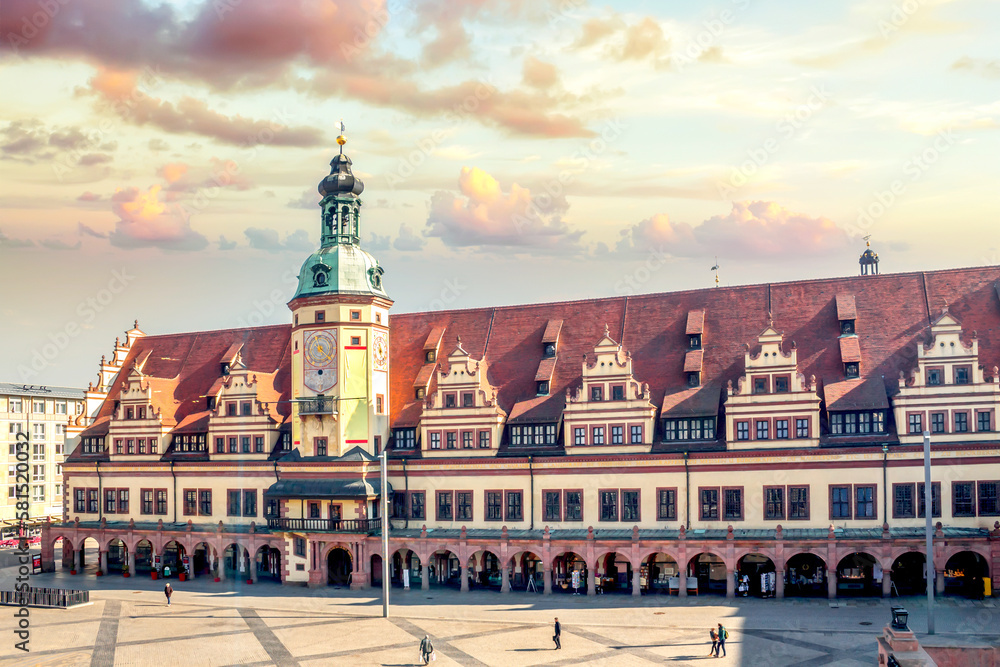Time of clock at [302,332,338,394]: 11:21
